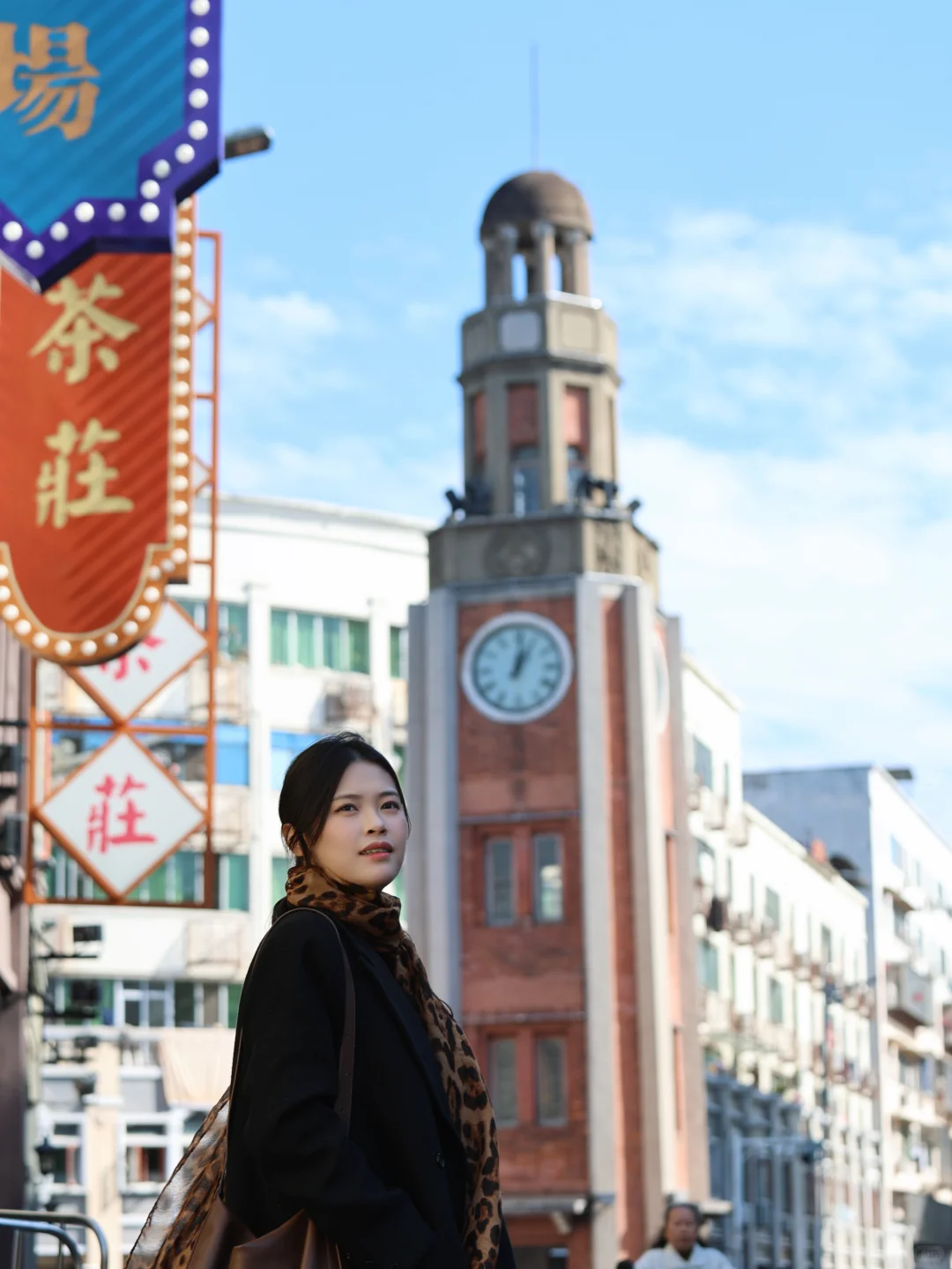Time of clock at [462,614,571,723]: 1:01
